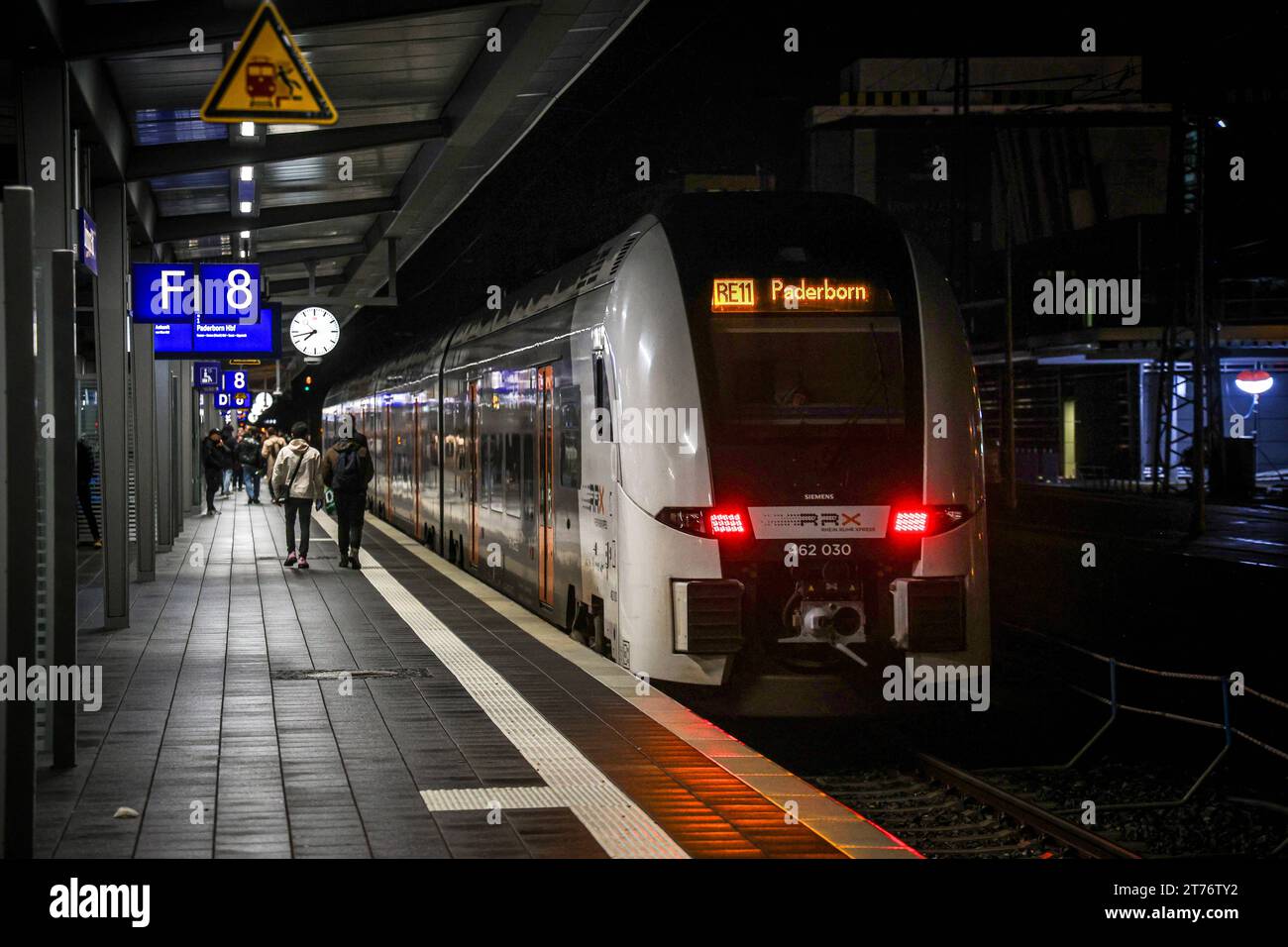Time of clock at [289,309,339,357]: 7:42
